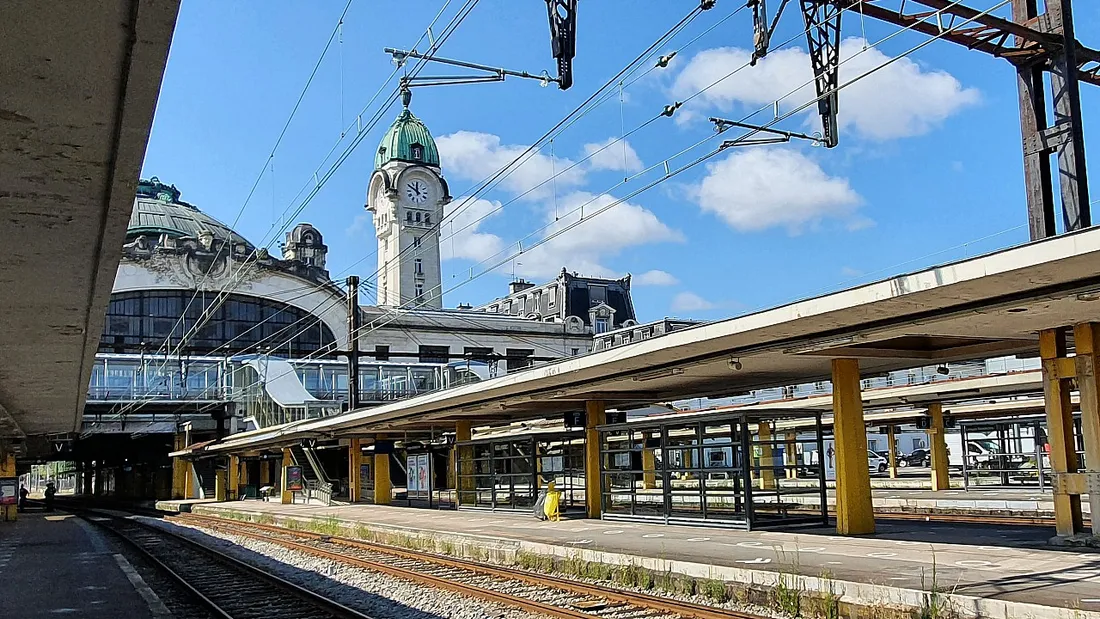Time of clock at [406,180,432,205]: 11:50
